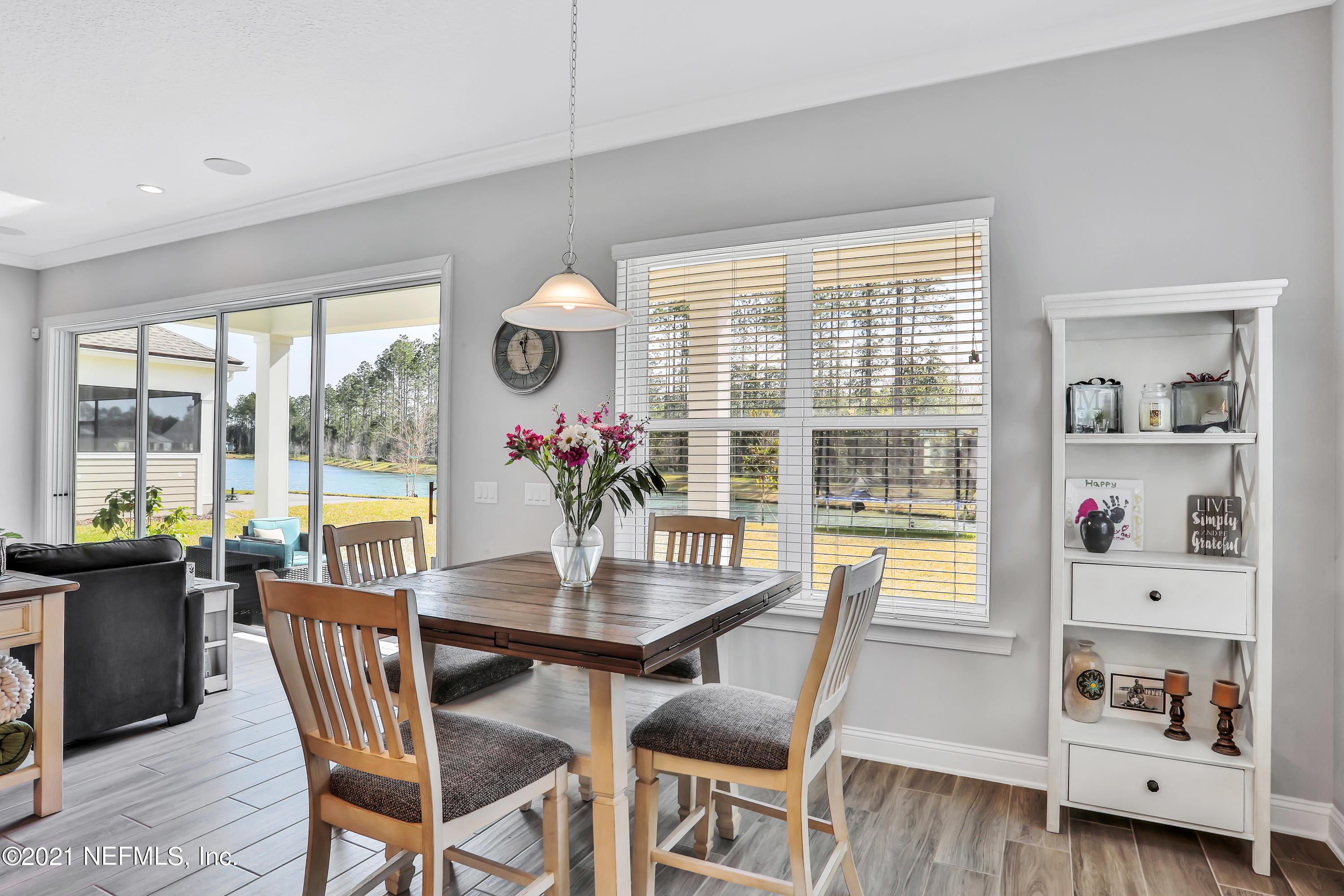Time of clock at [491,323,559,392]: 12:26
